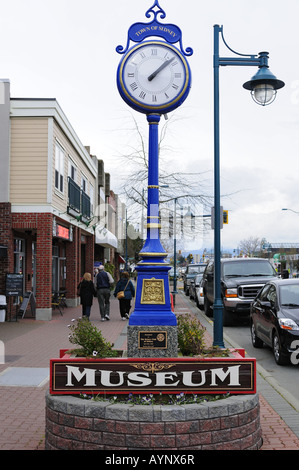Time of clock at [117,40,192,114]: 1:07
